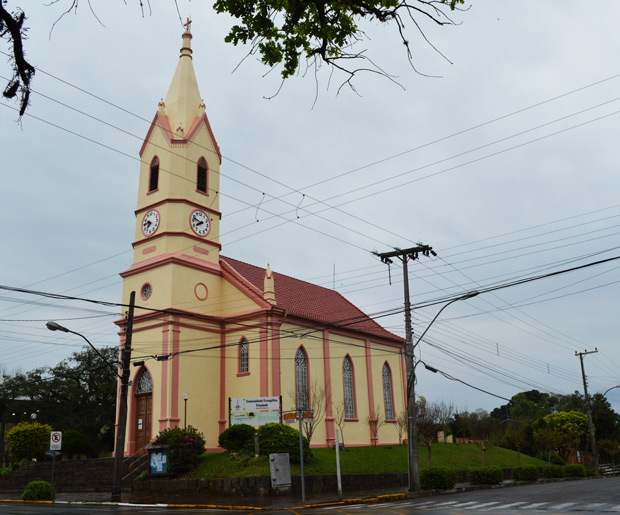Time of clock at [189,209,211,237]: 7:47
